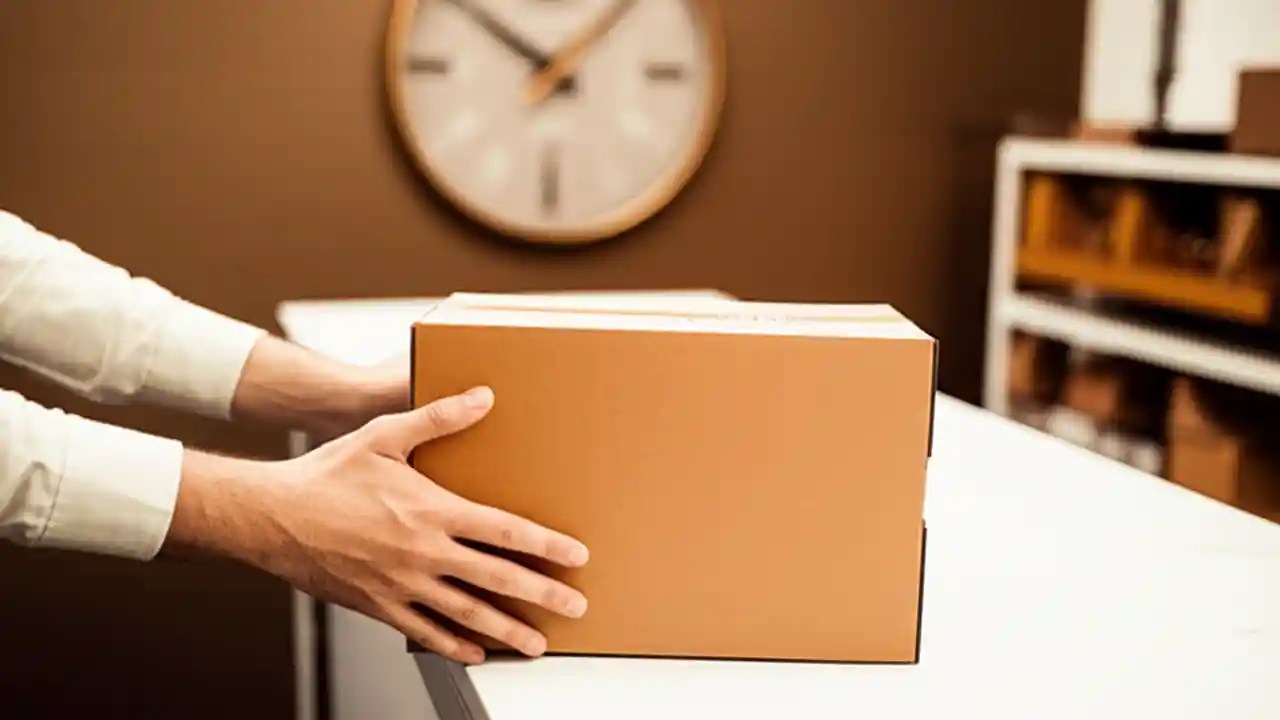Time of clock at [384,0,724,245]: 10:07
